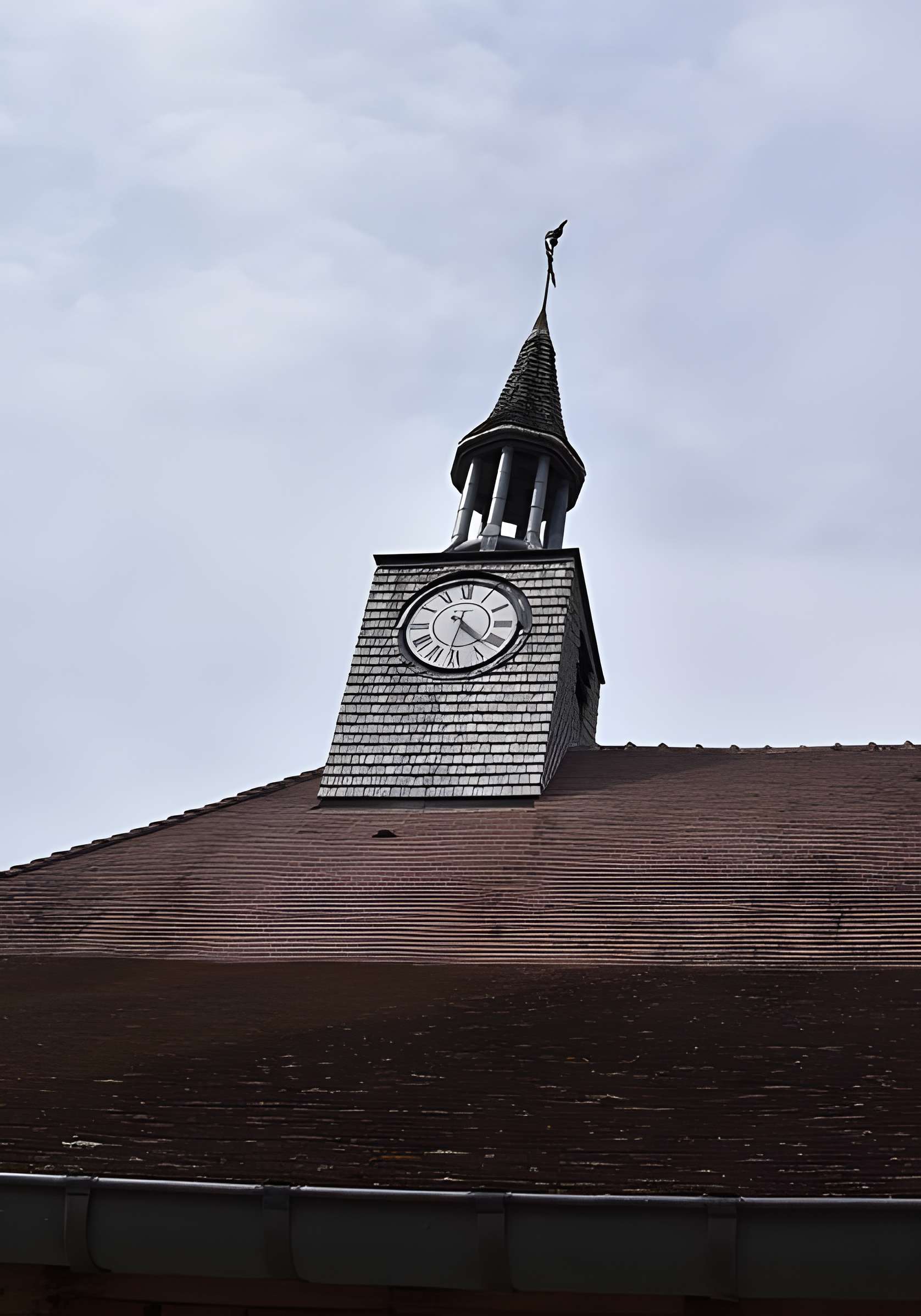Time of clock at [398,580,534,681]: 4:31
